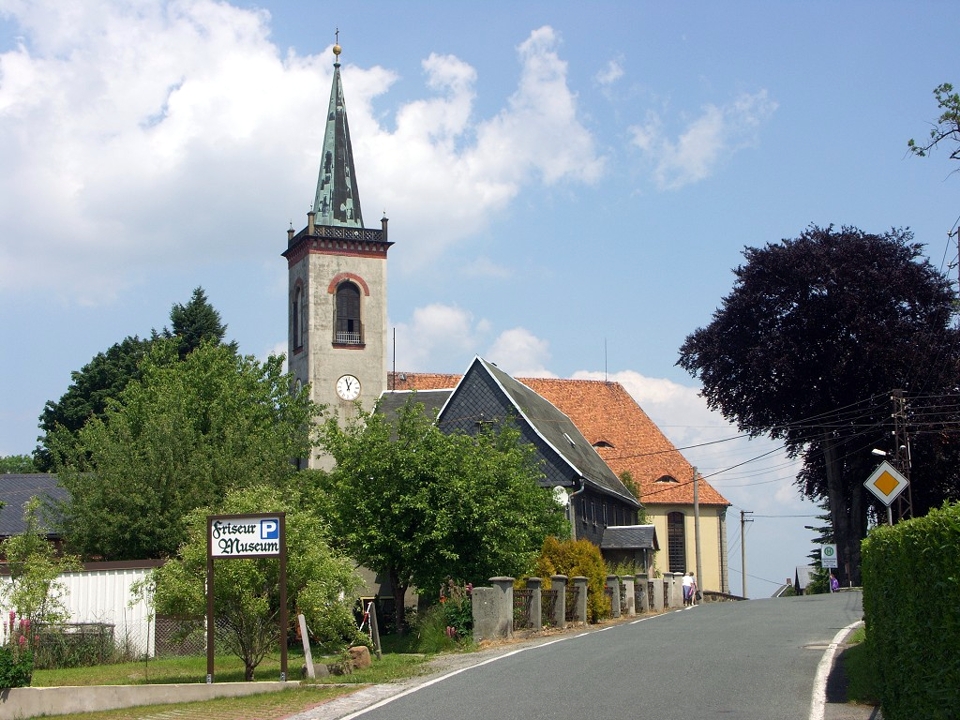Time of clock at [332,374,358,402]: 12:57
